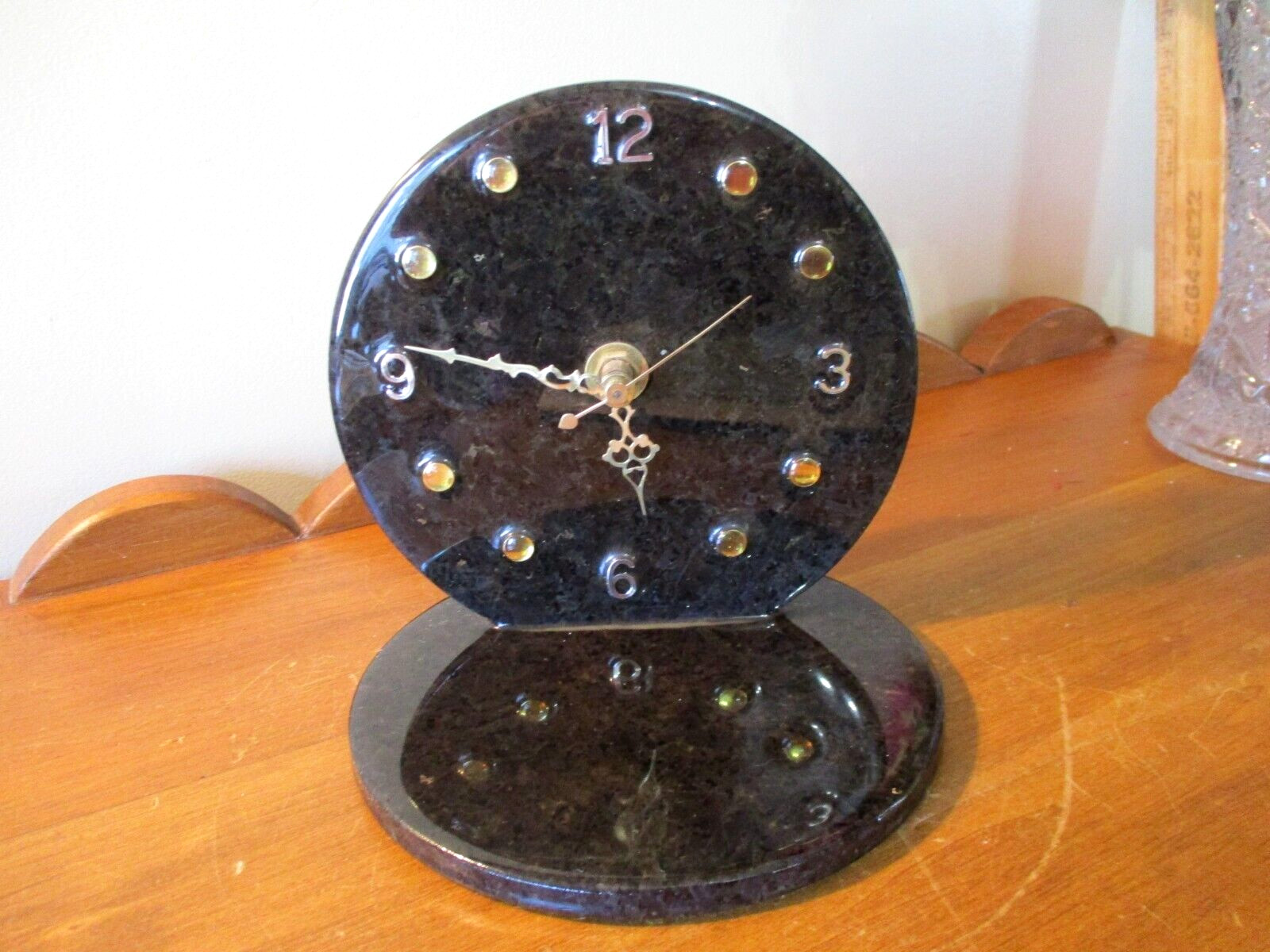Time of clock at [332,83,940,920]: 5:46
